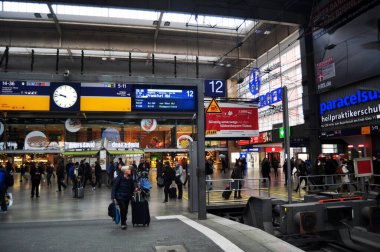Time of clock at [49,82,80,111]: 9:46
